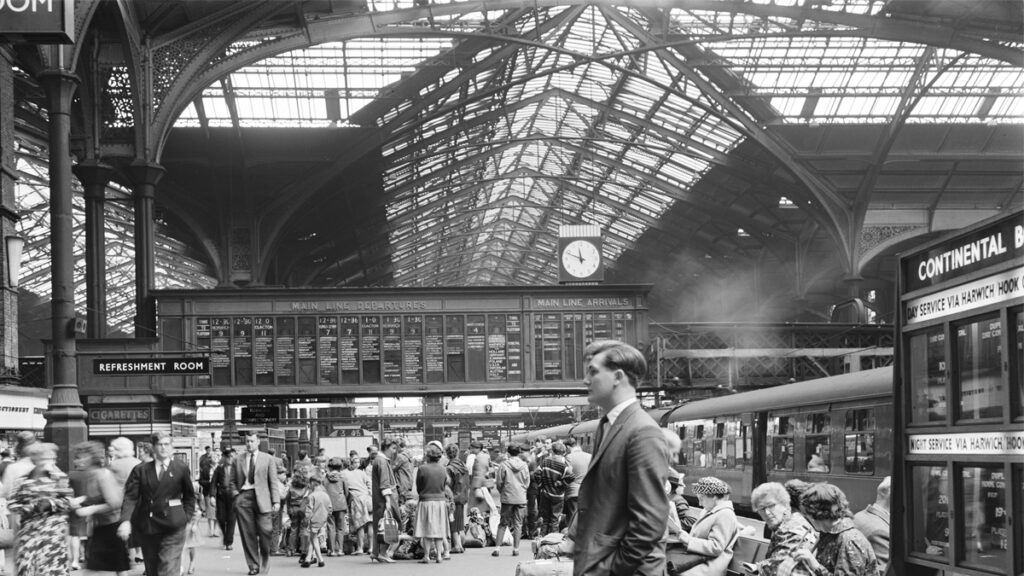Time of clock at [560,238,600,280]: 11:48
